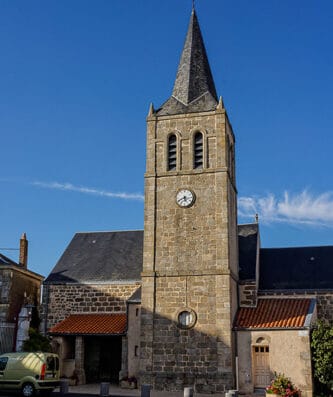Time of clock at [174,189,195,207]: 5:40
